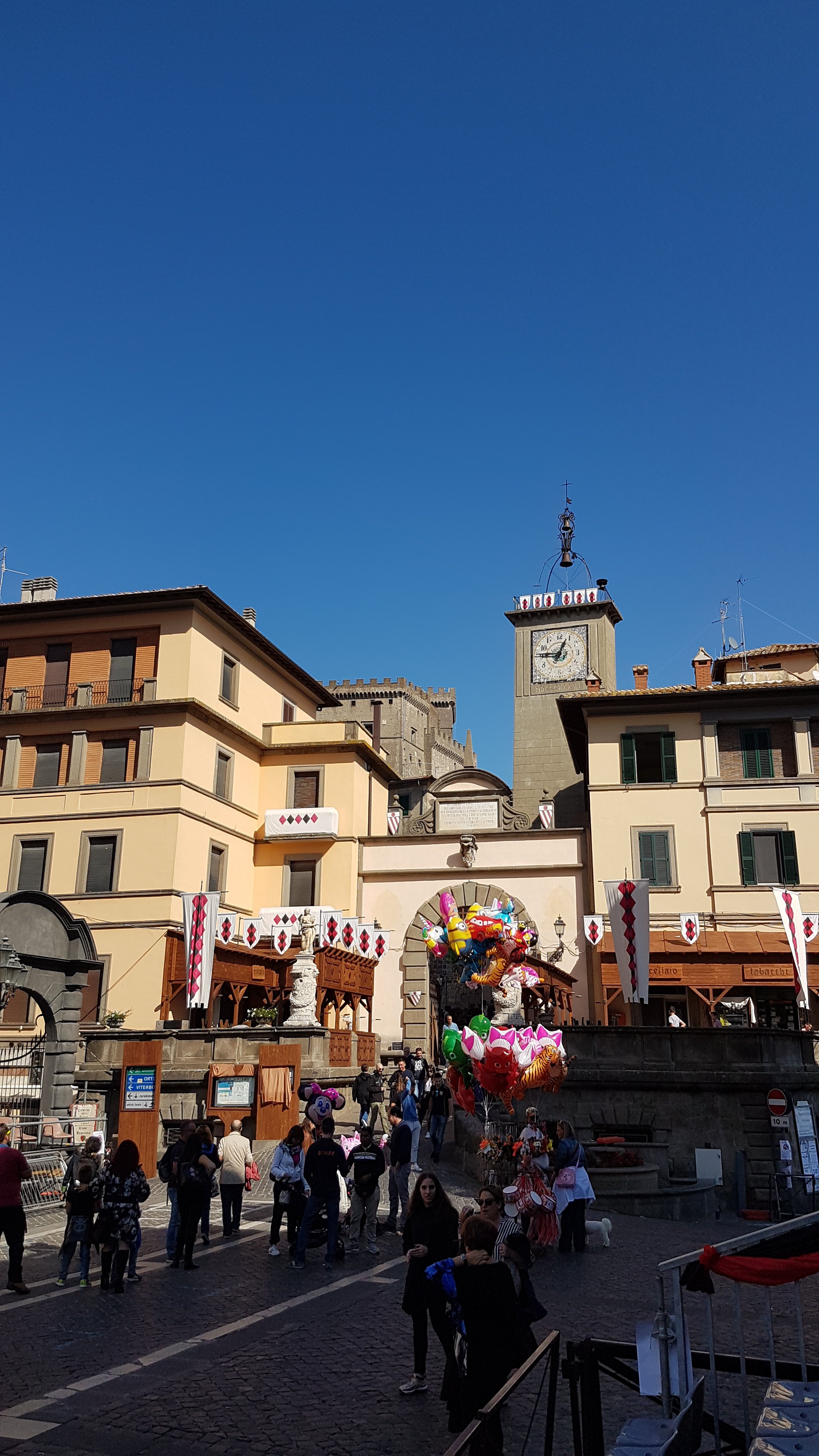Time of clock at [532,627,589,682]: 12:46
